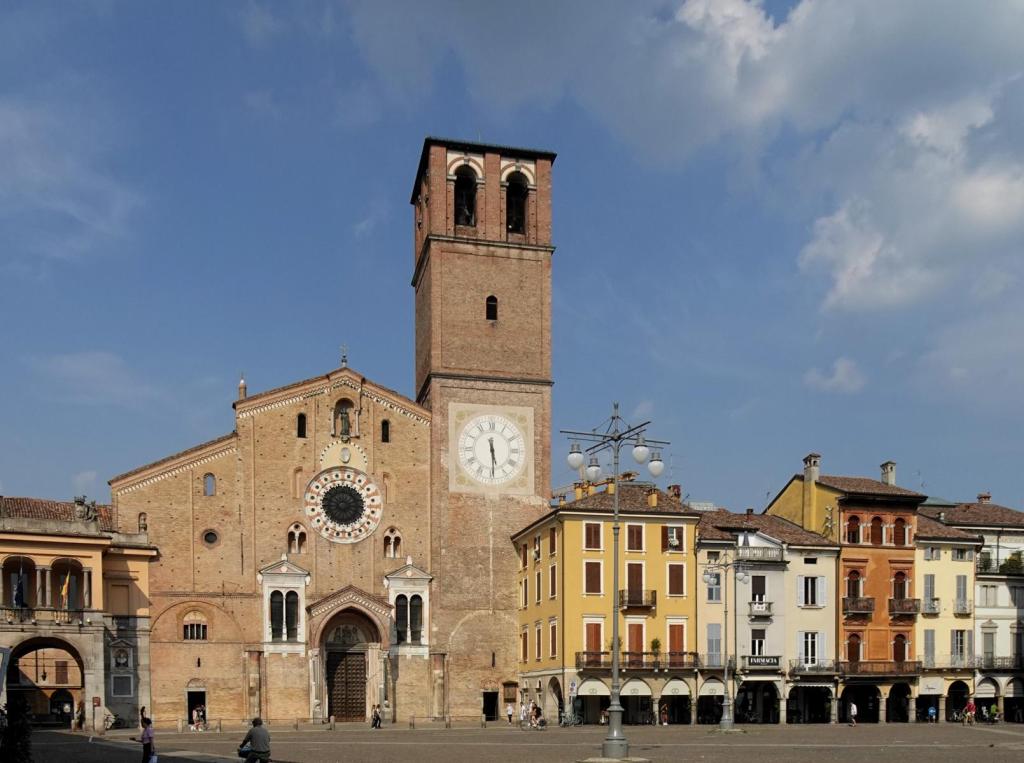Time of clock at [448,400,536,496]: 5:29
